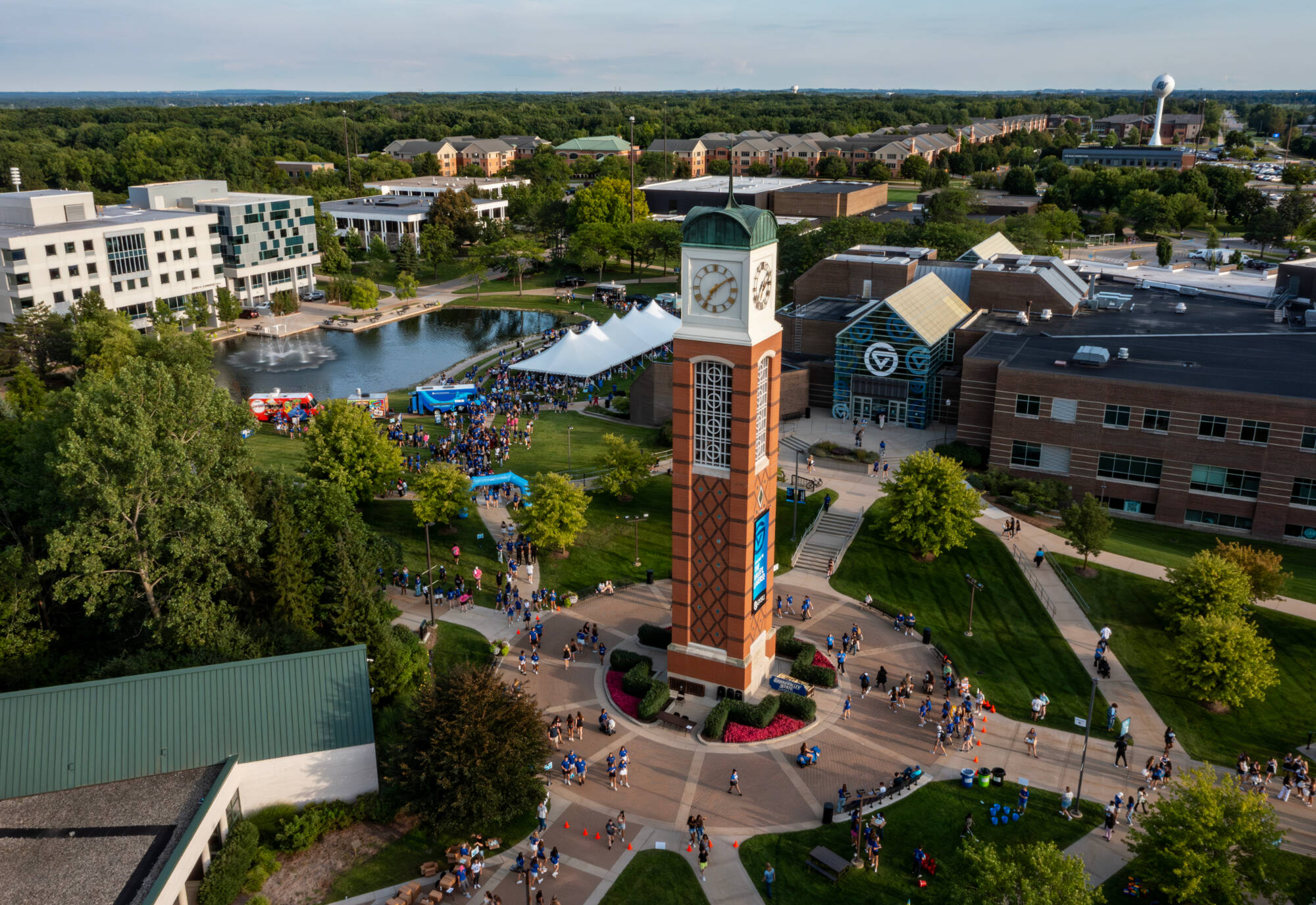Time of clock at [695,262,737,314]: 7:09
